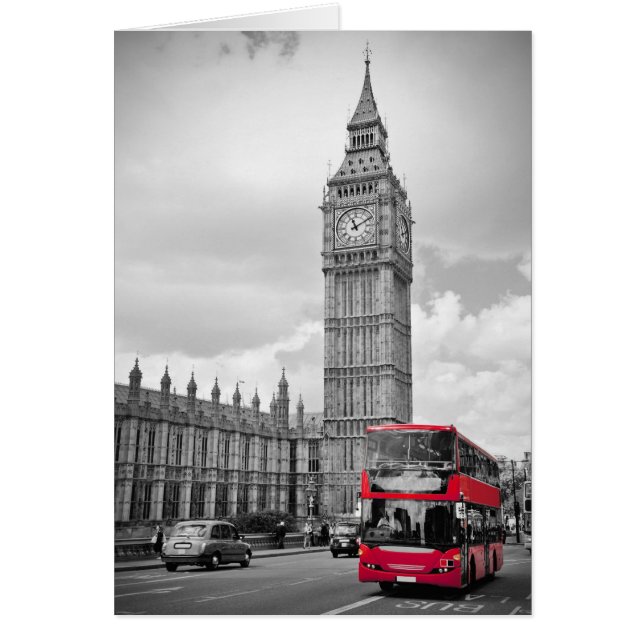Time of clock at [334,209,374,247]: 11:10
